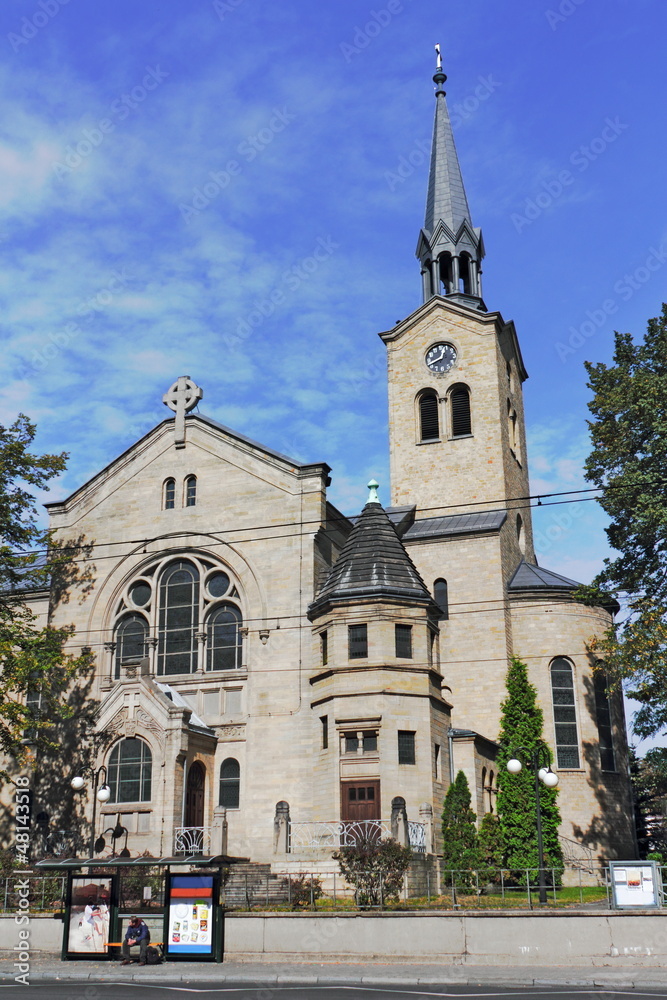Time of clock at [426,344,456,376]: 12:40
